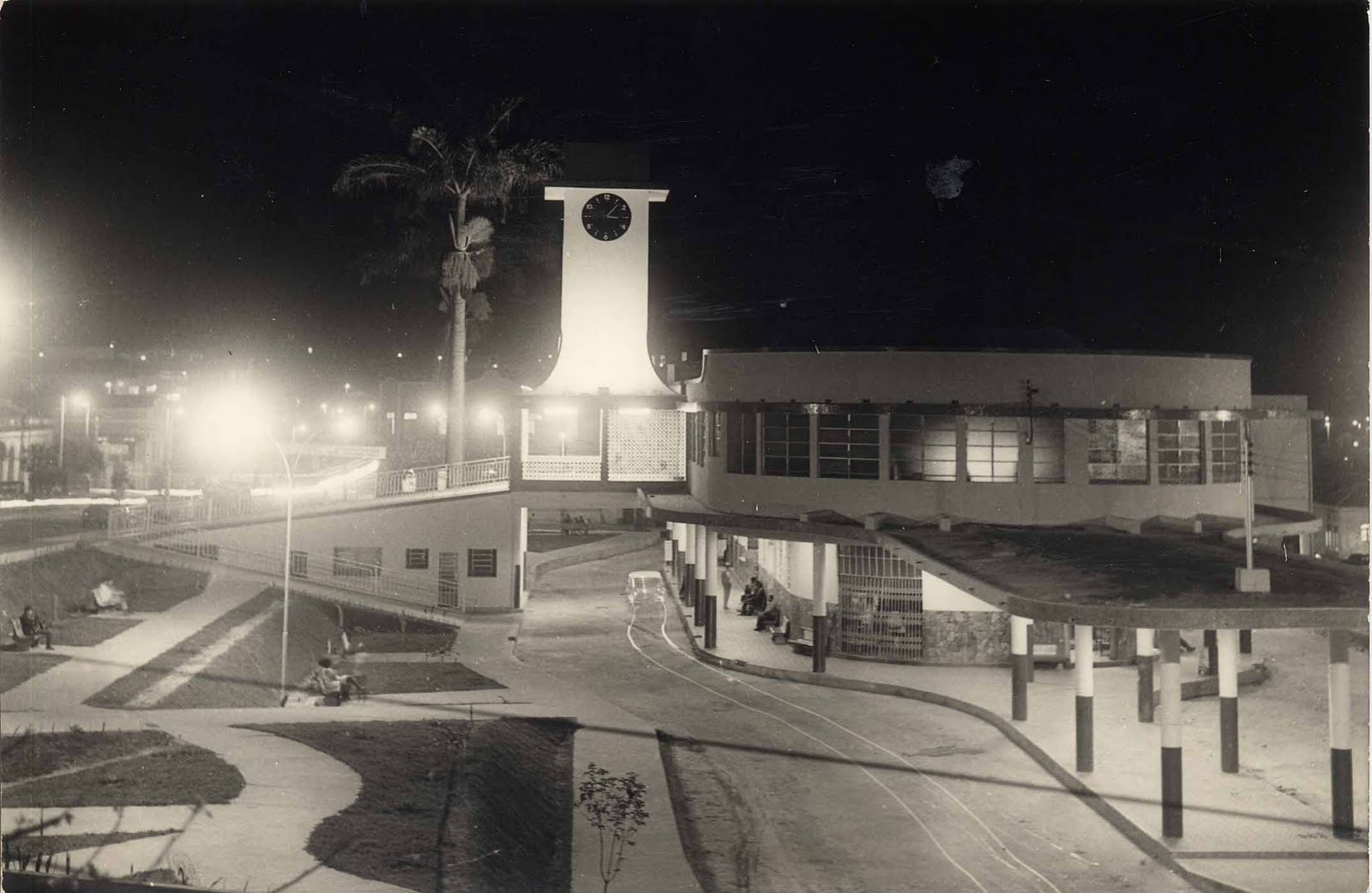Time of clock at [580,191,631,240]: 3:06
